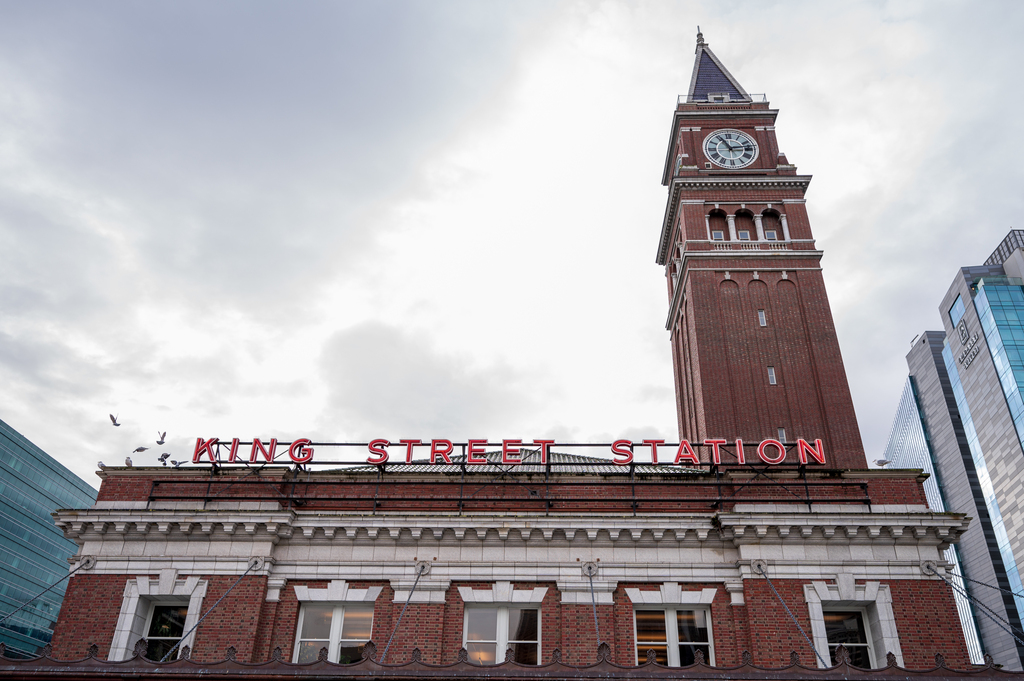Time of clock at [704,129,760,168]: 11:13
